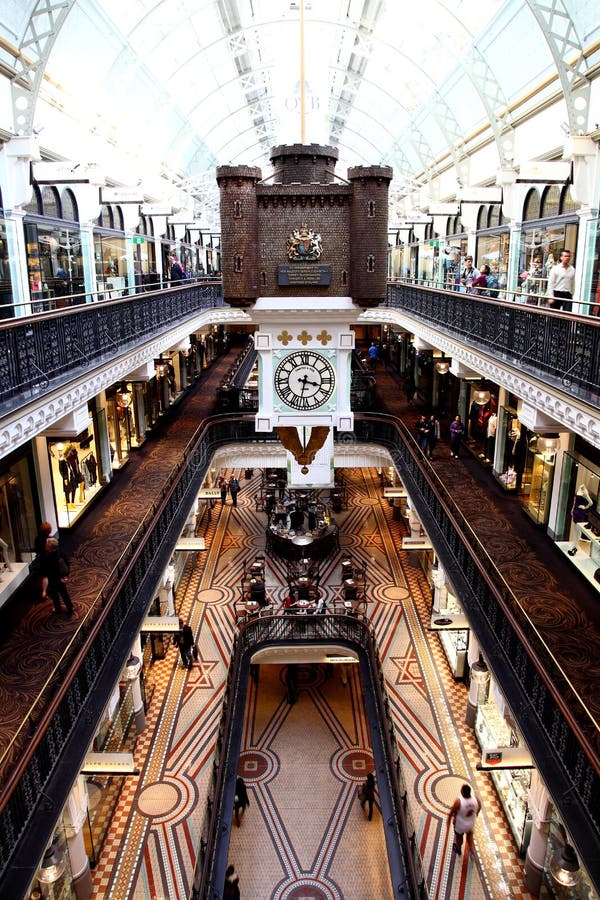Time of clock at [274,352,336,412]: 3:32
